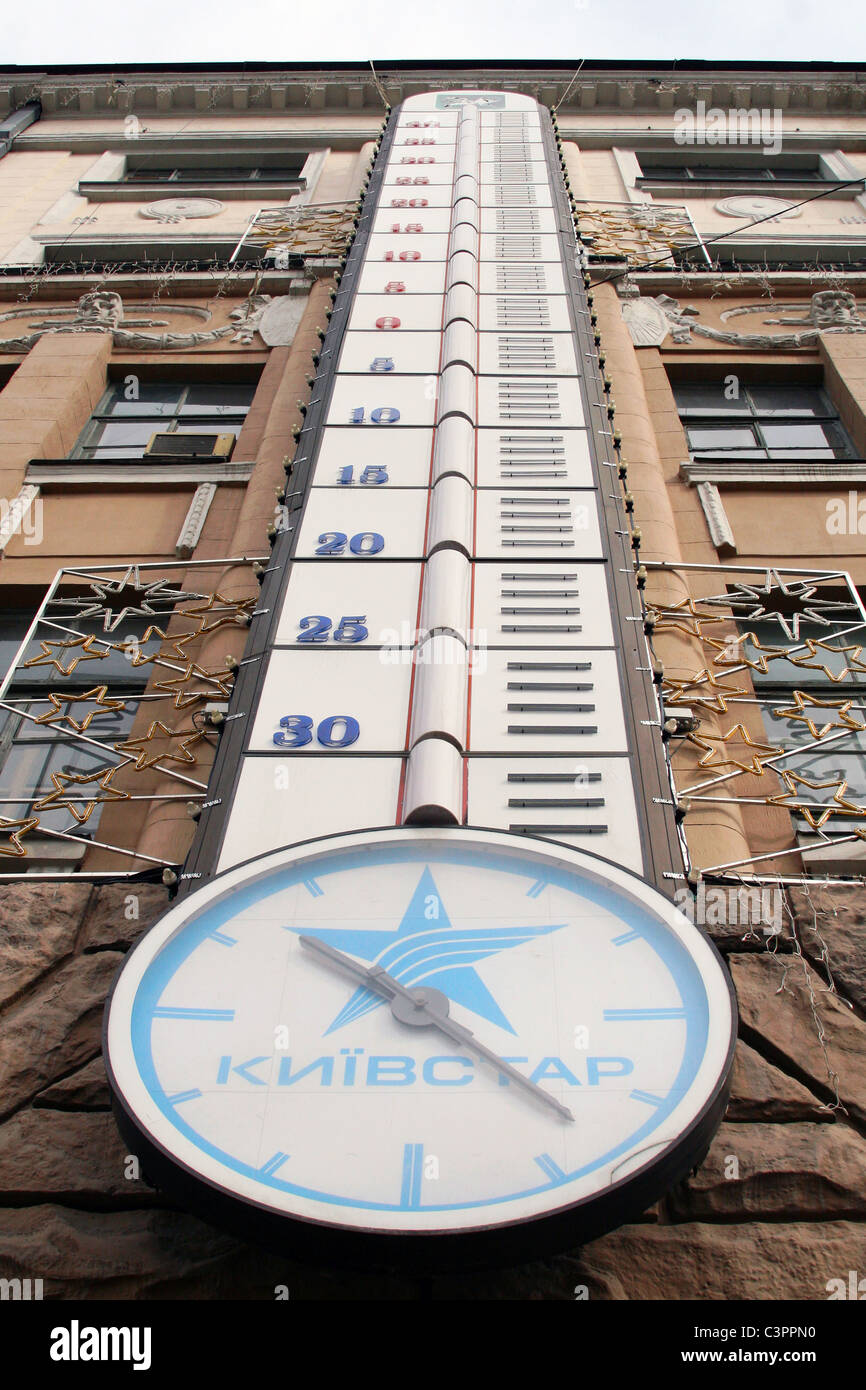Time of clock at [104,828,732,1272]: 10:22
